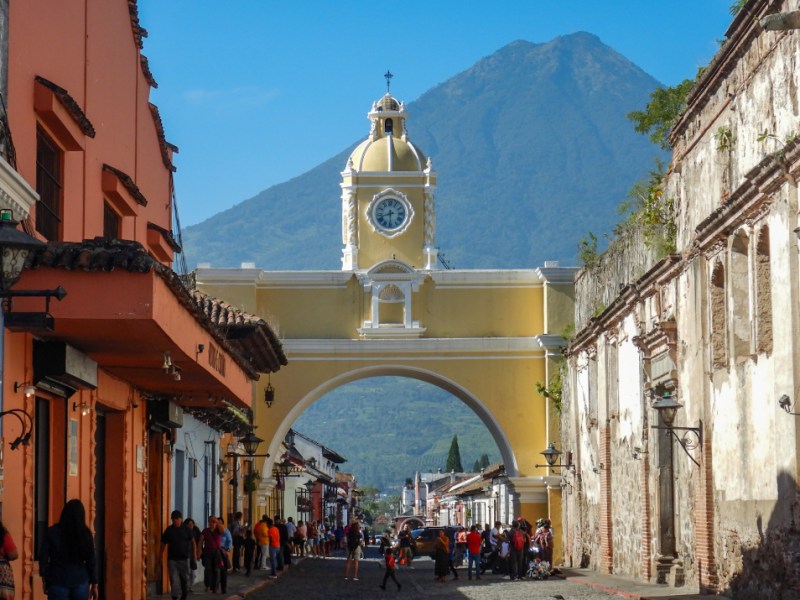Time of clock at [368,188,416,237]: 8:30
